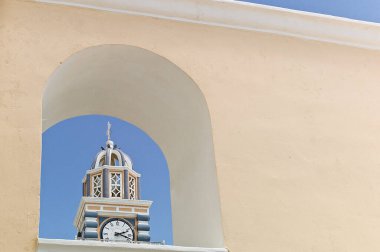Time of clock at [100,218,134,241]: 2:18
